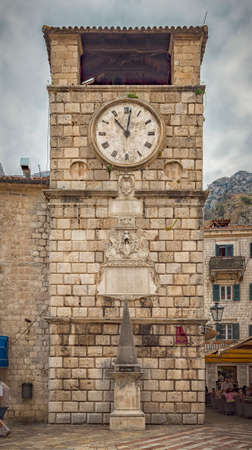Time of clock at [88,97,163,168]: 11:01
